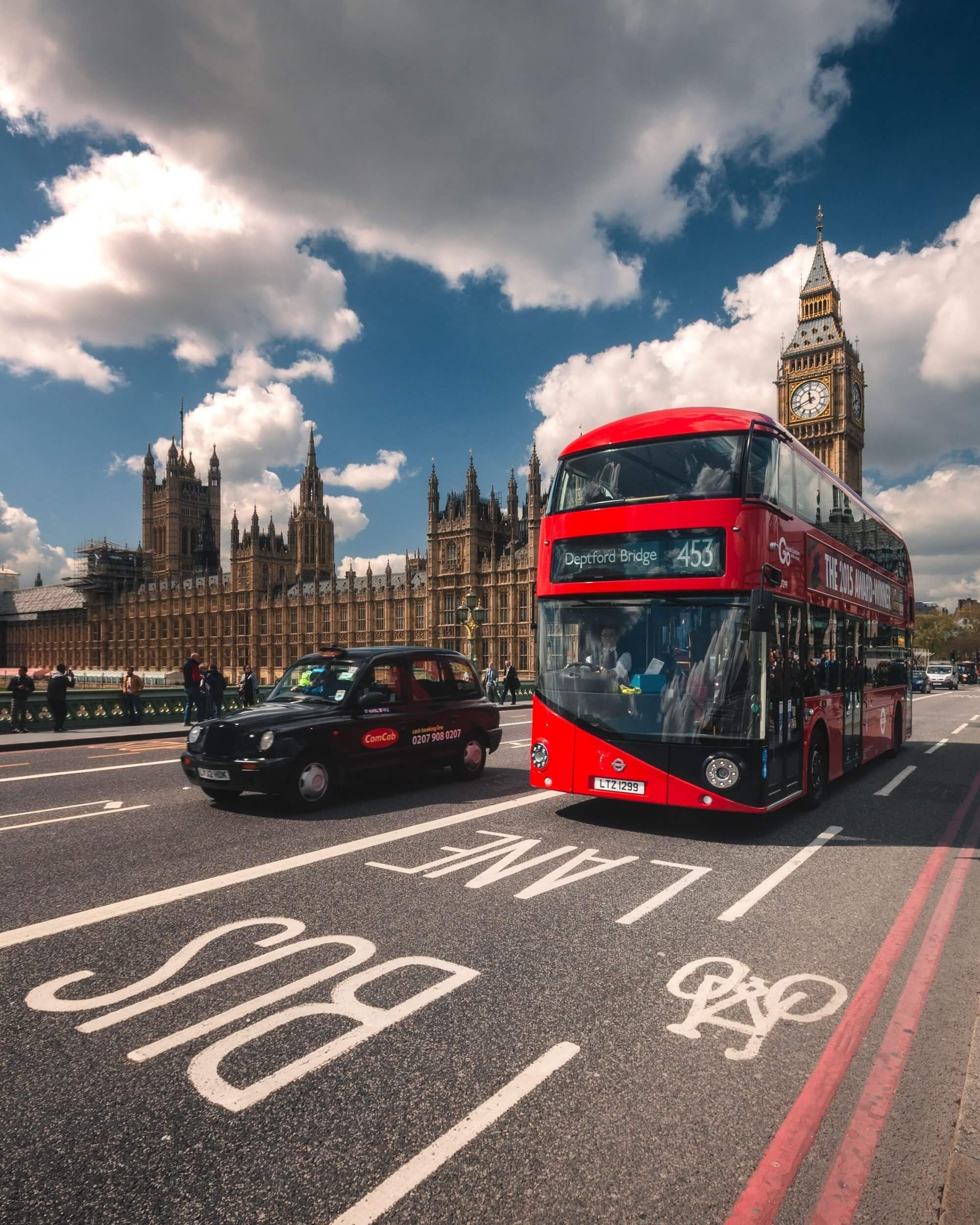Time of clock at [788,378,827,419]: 11:41
